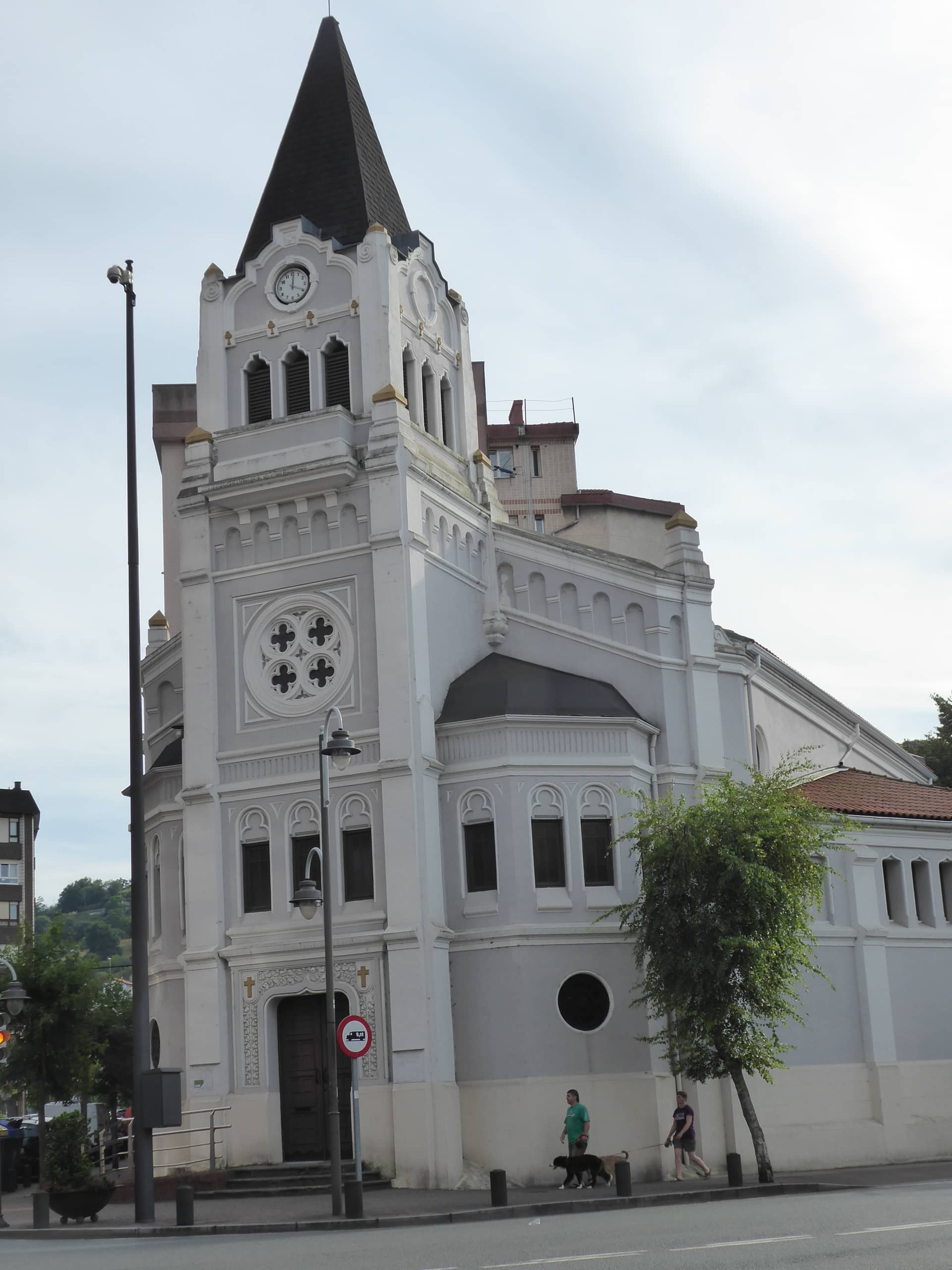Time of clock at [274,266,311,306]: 12:19
